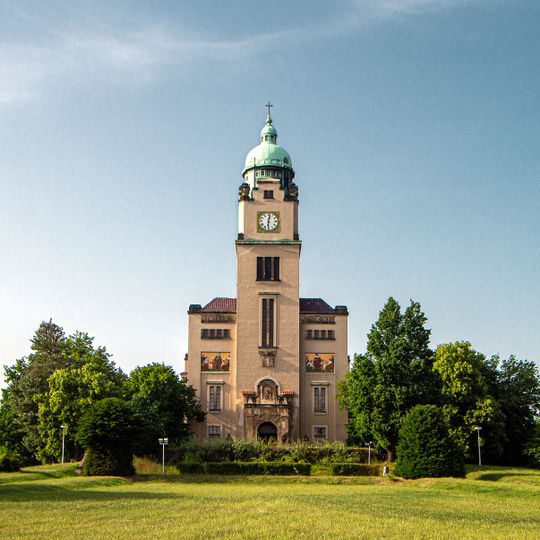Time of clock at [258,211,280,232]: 12:30
